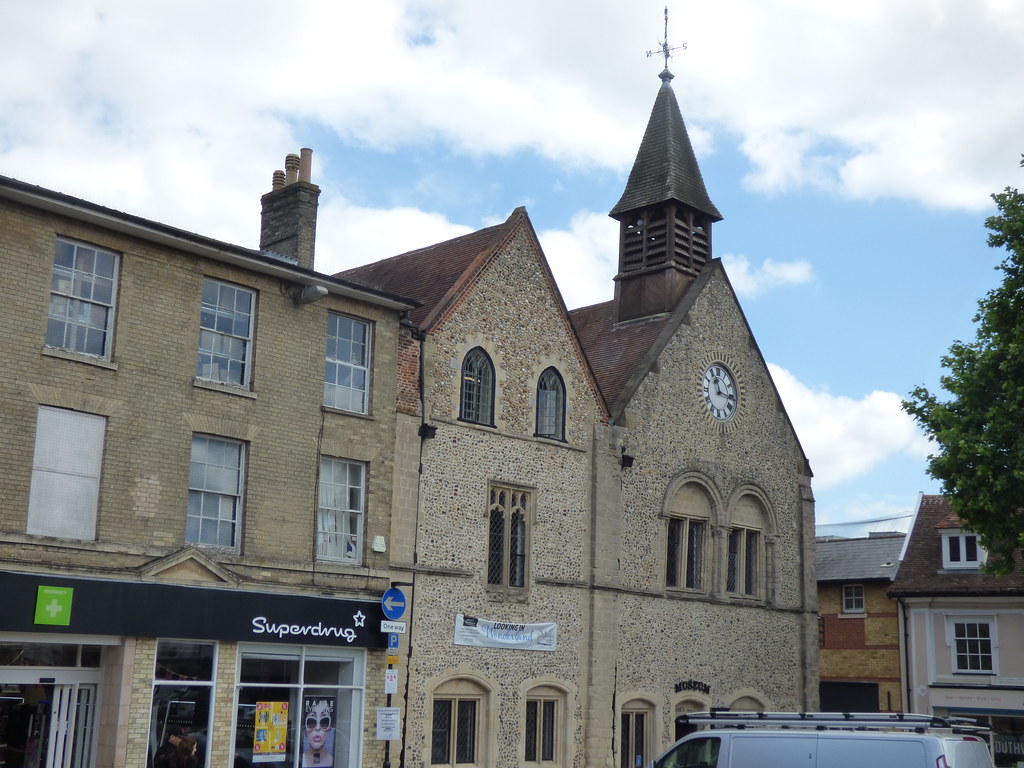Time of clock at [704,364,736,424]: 11:16
